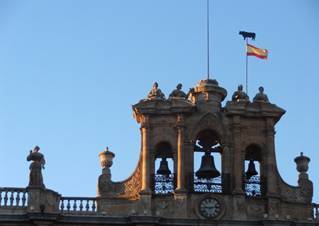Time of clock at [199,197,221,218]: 9:13
